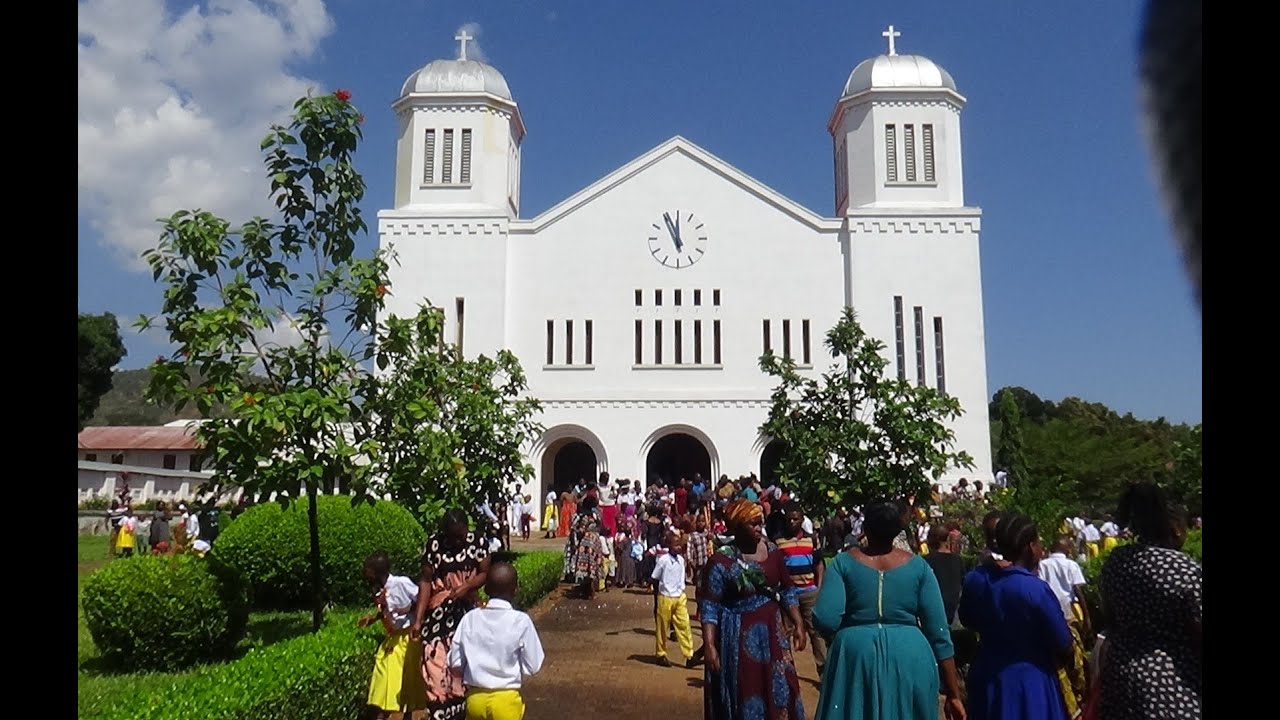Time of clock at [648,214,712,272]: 11:56
